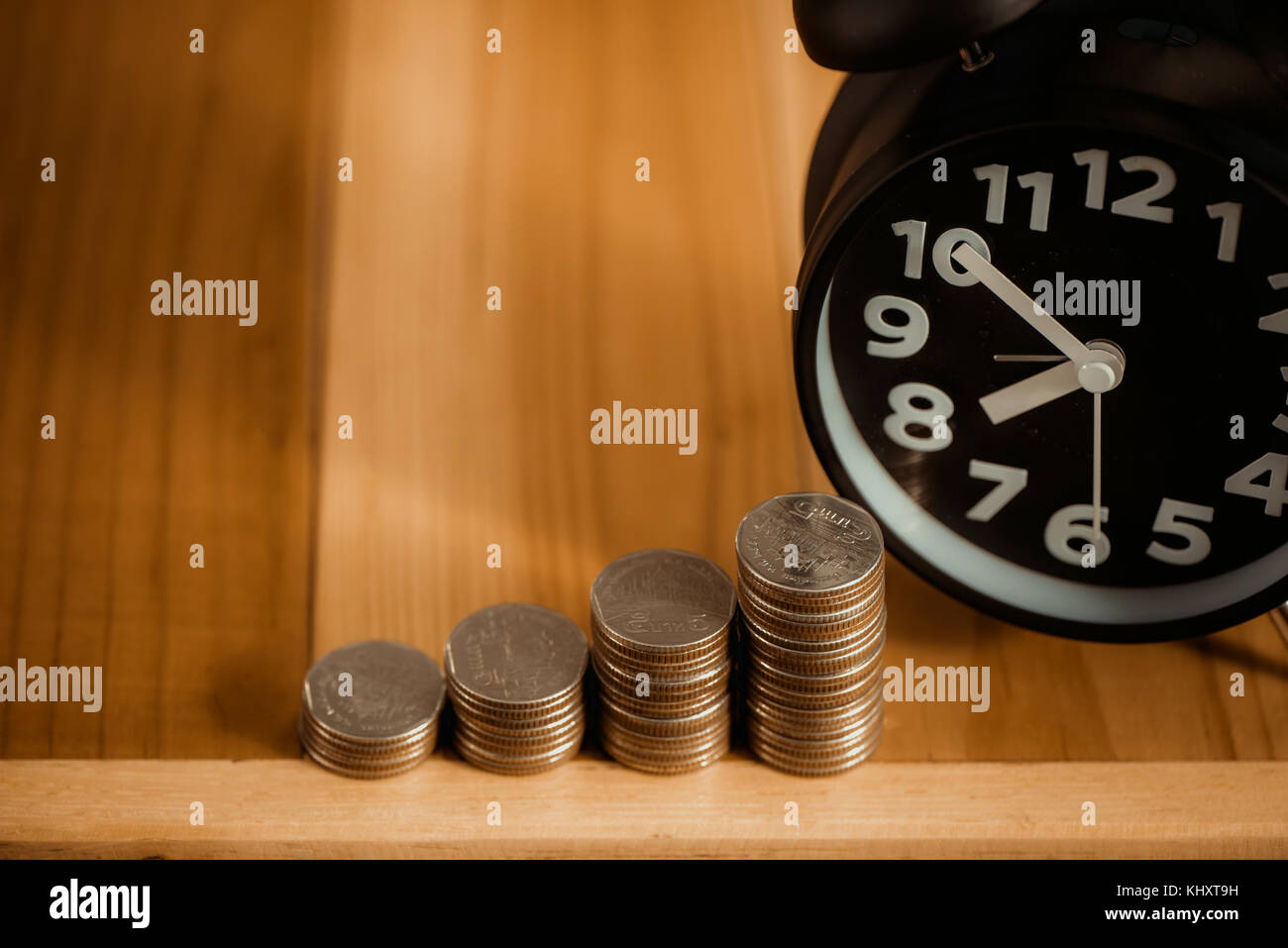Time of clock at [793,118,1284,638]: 7:51
